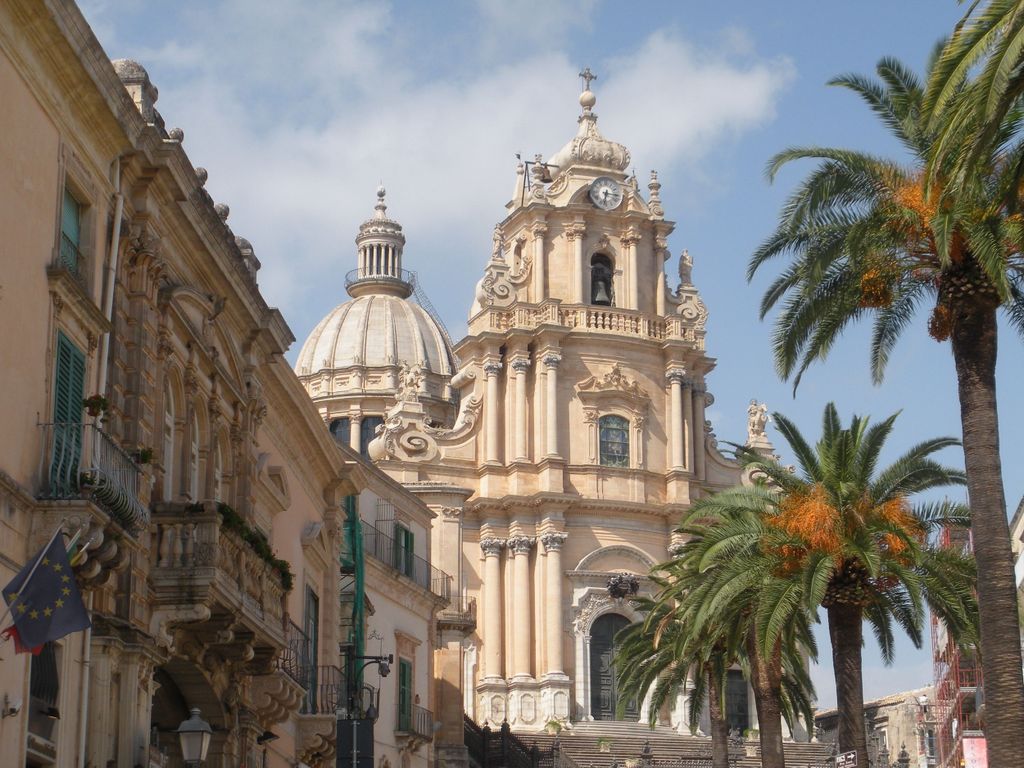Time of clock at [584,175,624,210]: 6:15
